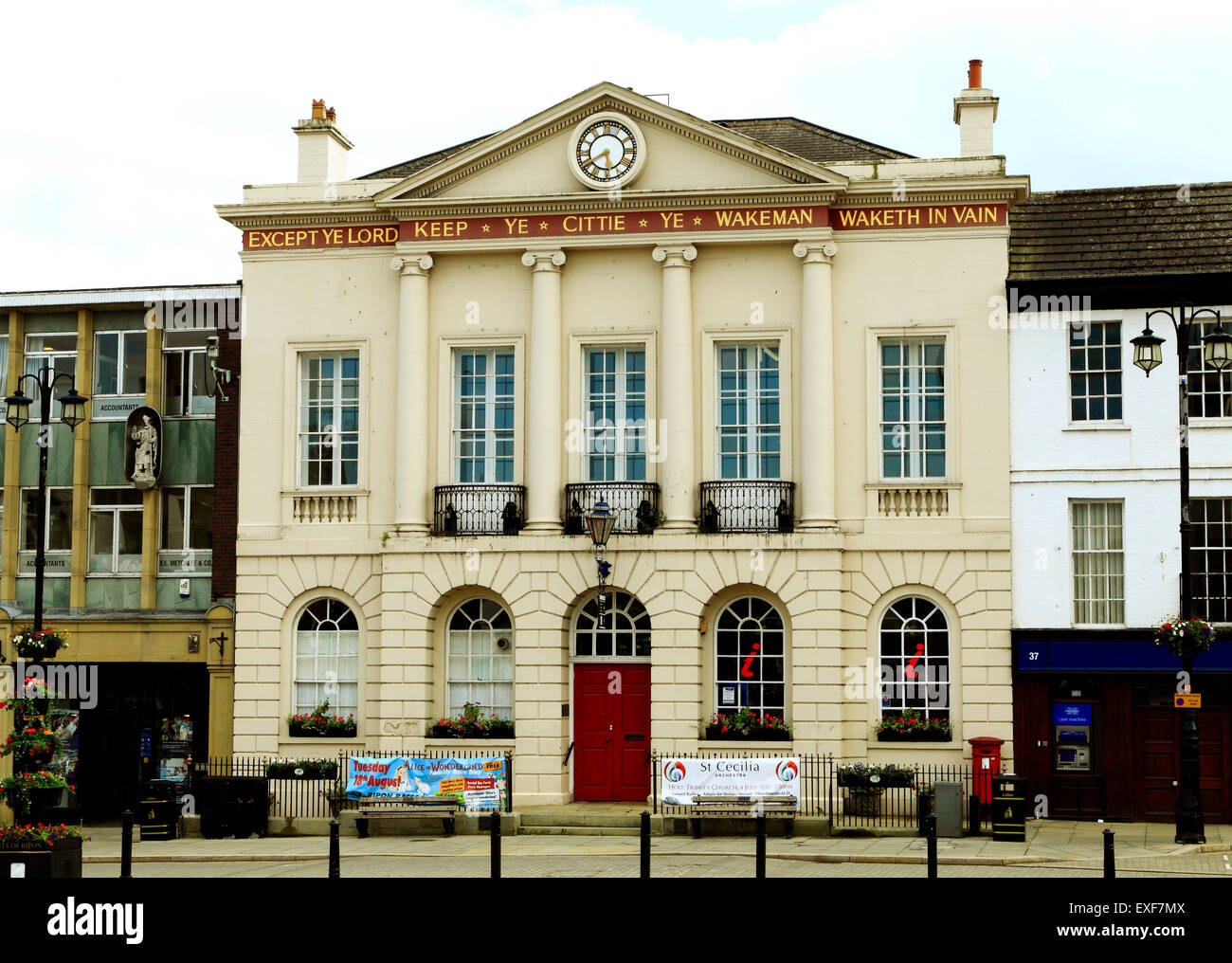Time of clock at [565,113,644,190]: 5:40
